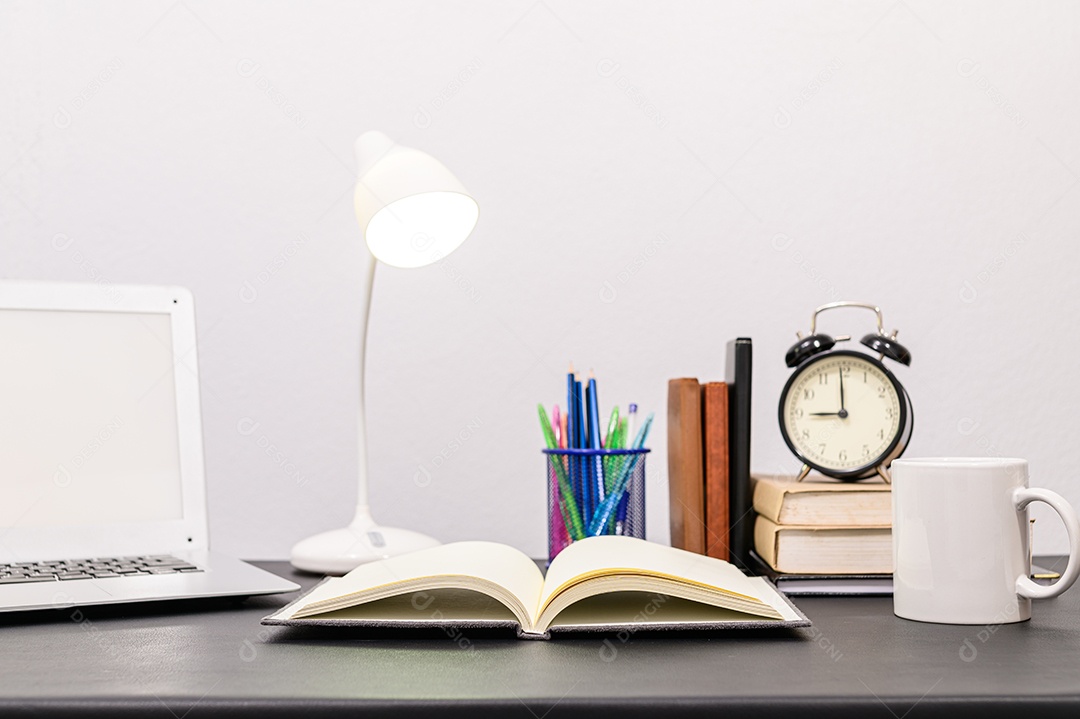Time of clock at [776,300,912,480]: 8:59
